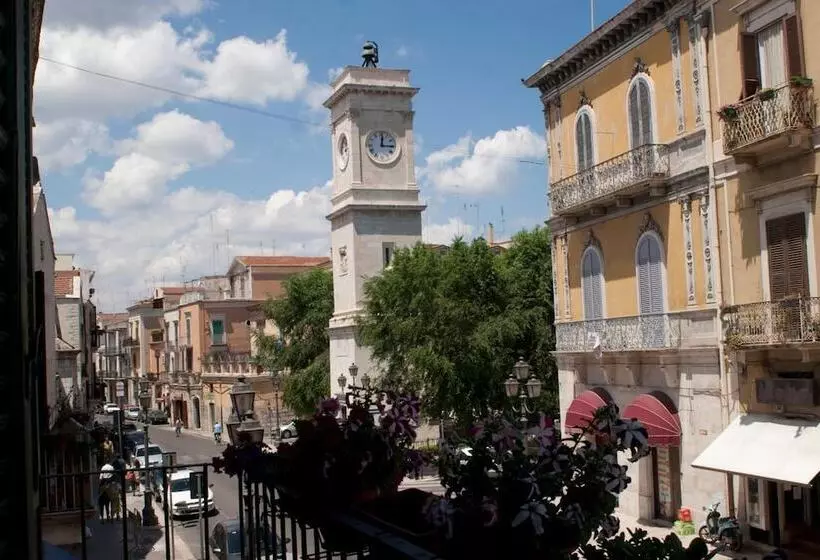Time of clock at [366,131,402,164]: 12:14
